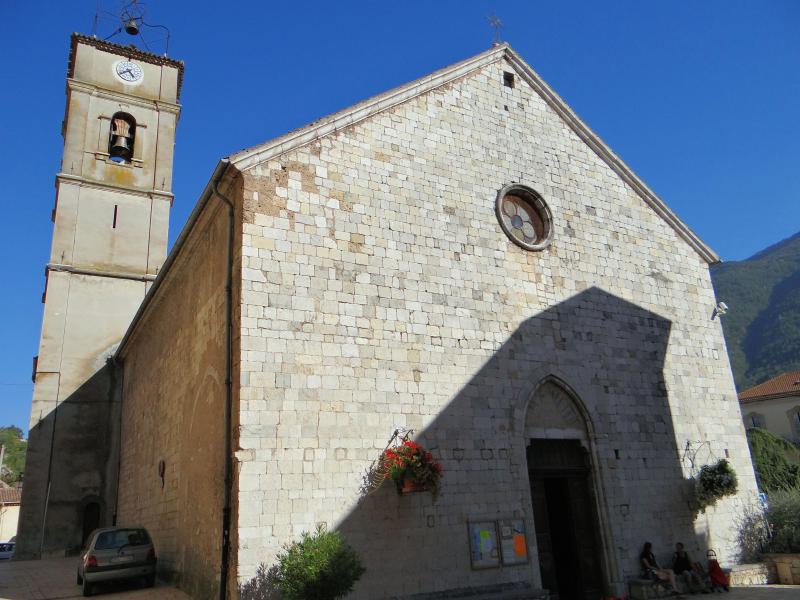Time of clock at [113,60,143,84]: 4:40
